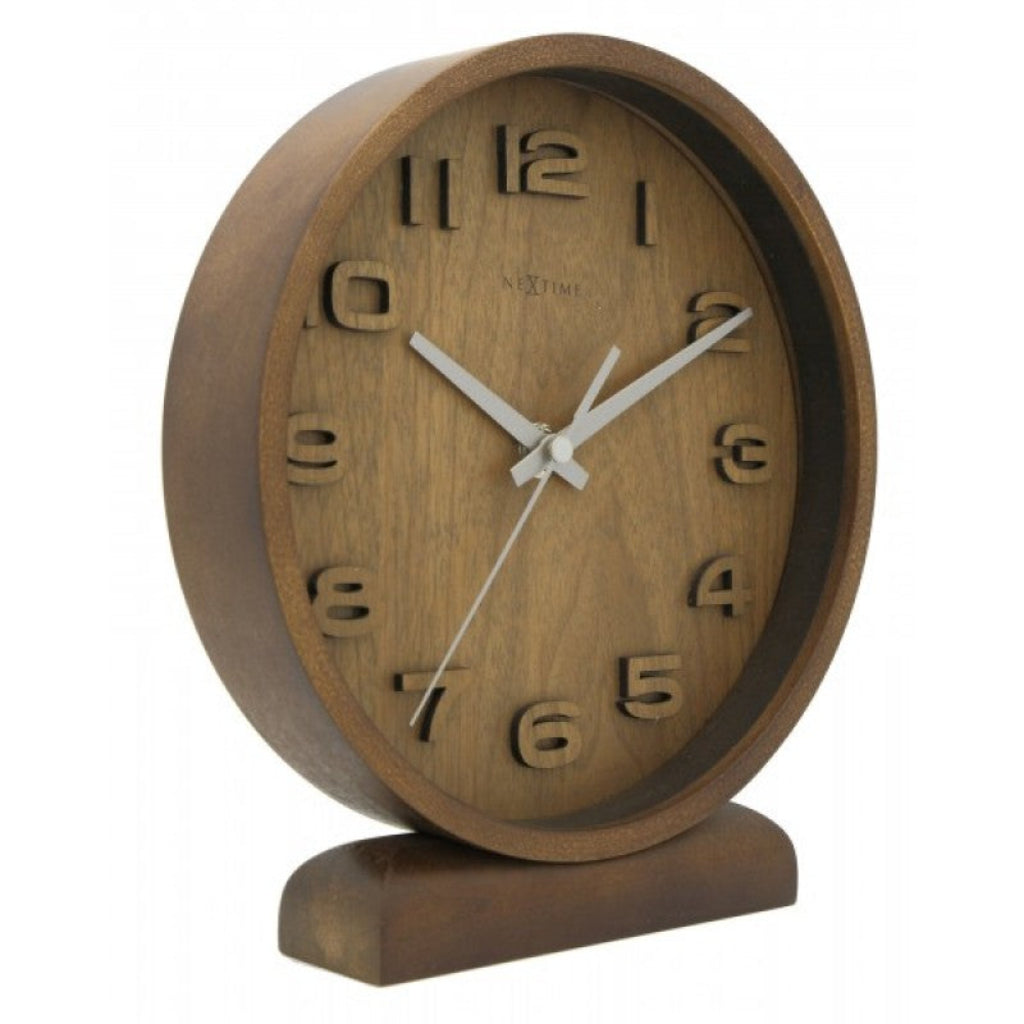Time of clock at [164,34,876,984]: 10:10
